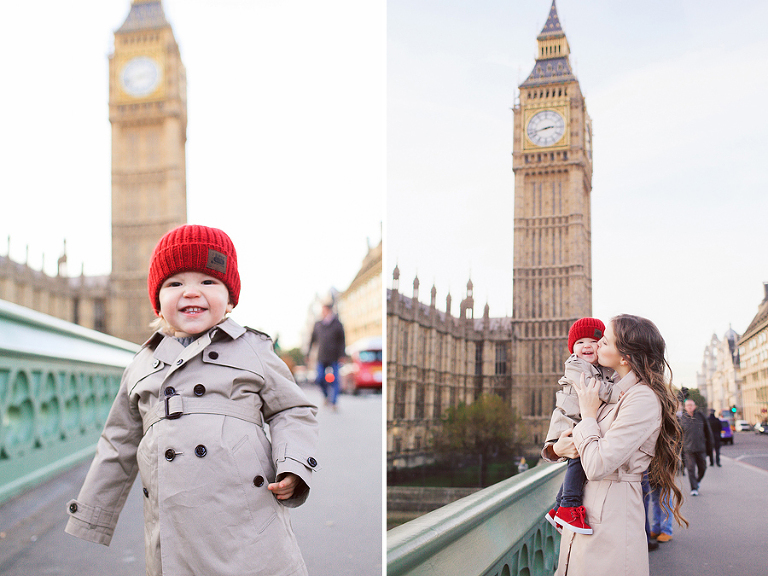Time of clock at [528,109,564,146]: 2:42
